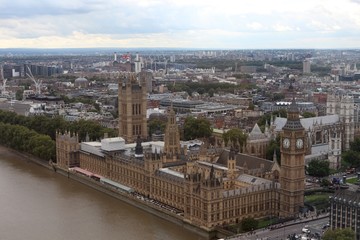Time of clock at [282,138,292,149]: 6:32
